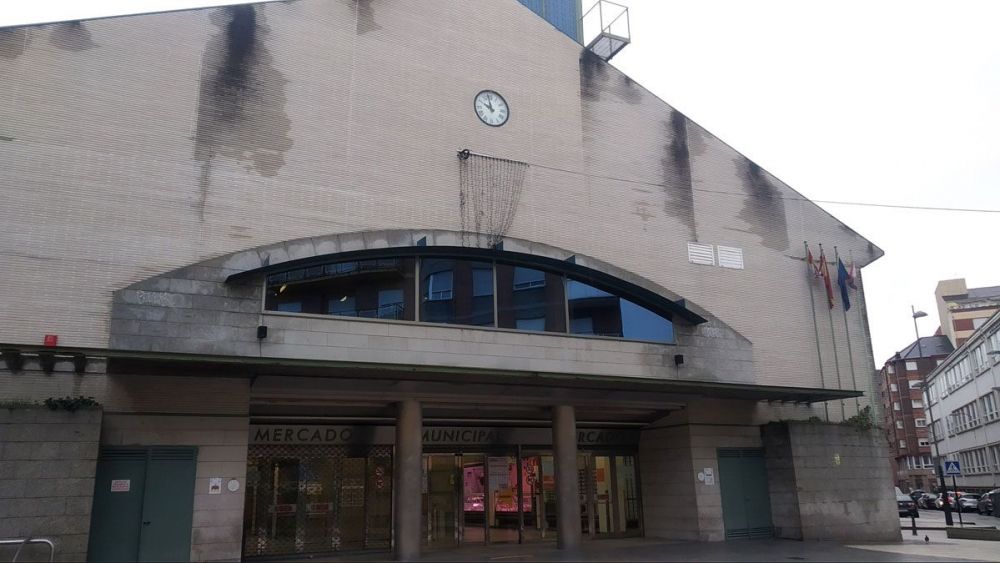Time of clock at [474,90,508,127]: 9:57
